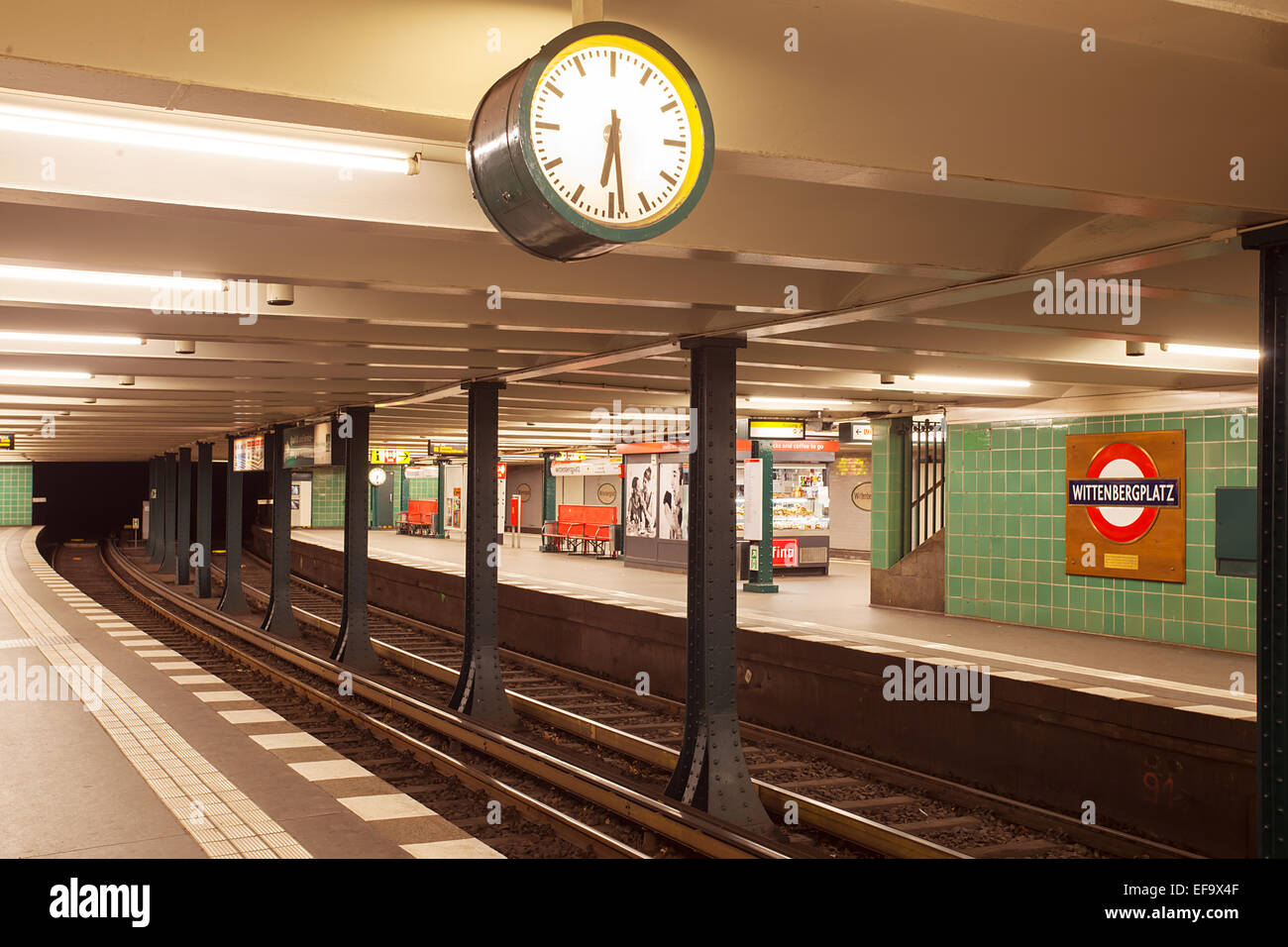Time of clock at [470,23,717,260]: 6:28
